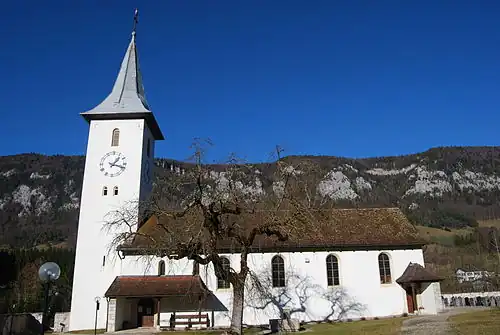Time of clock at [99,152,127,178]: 1:18
